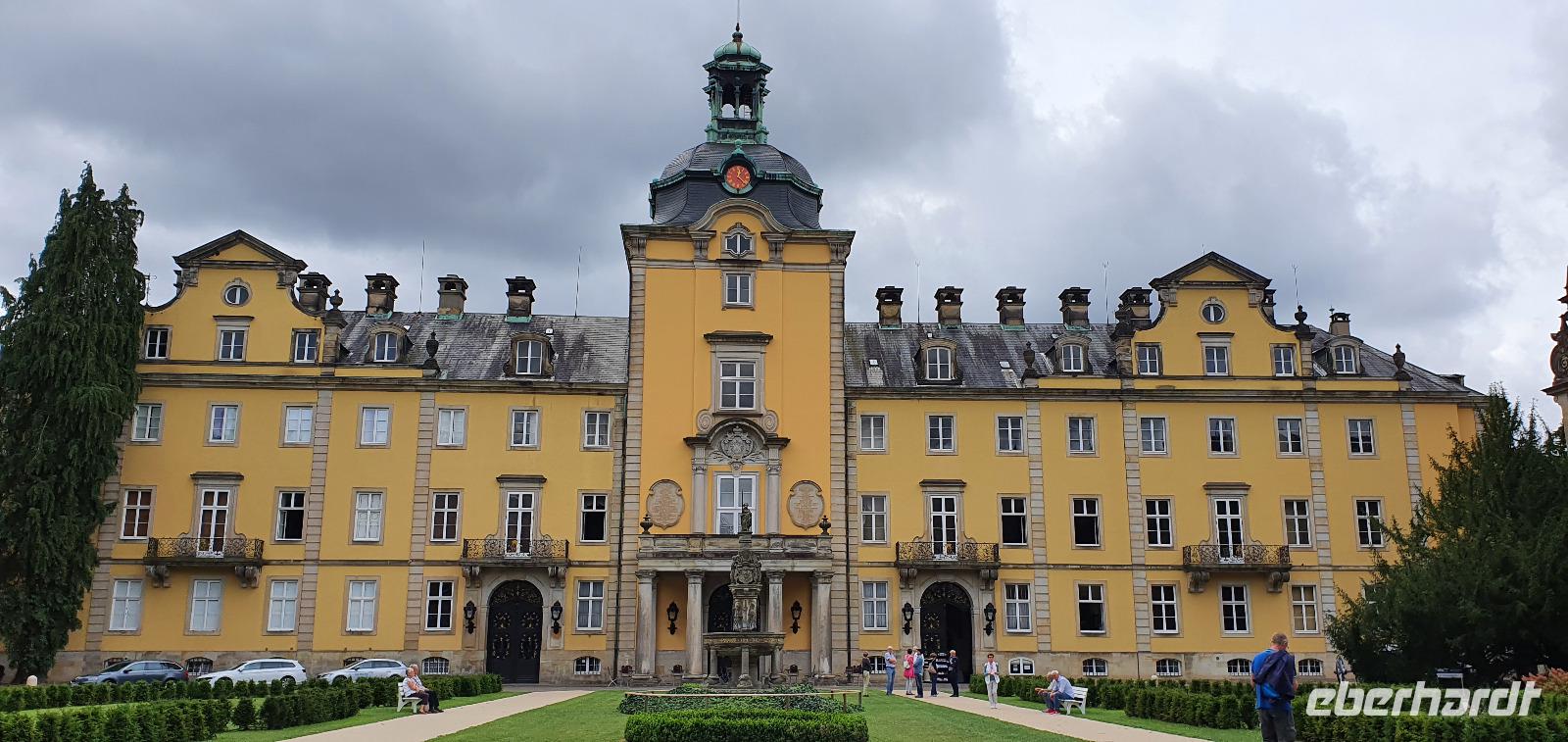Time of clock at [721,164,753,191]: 12:22
